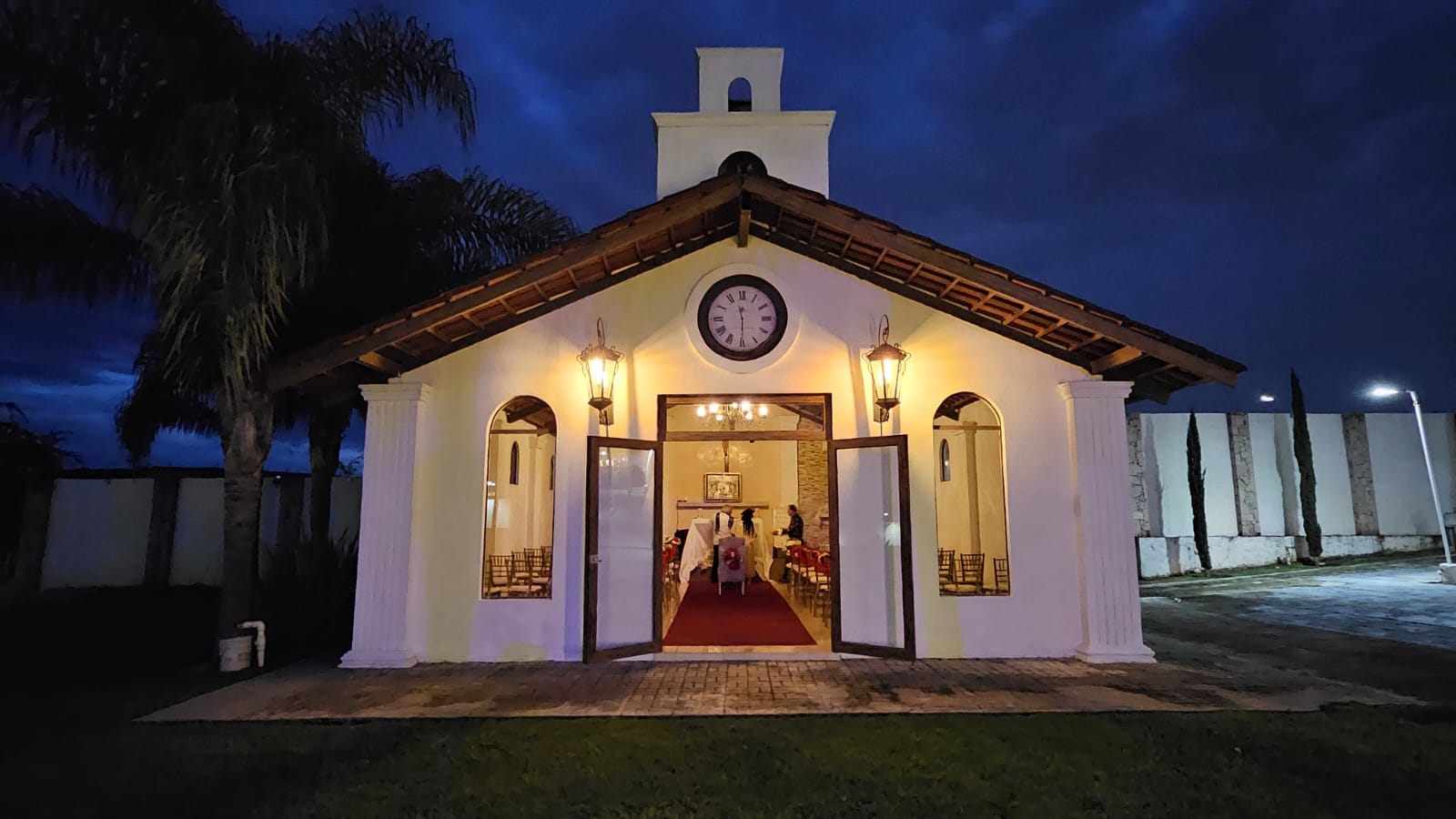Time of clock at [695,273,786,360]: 11:29
